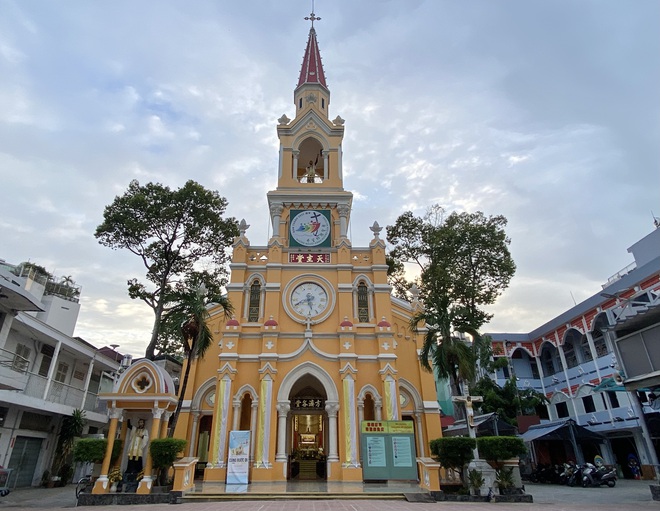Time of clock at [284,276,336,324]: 5:41
